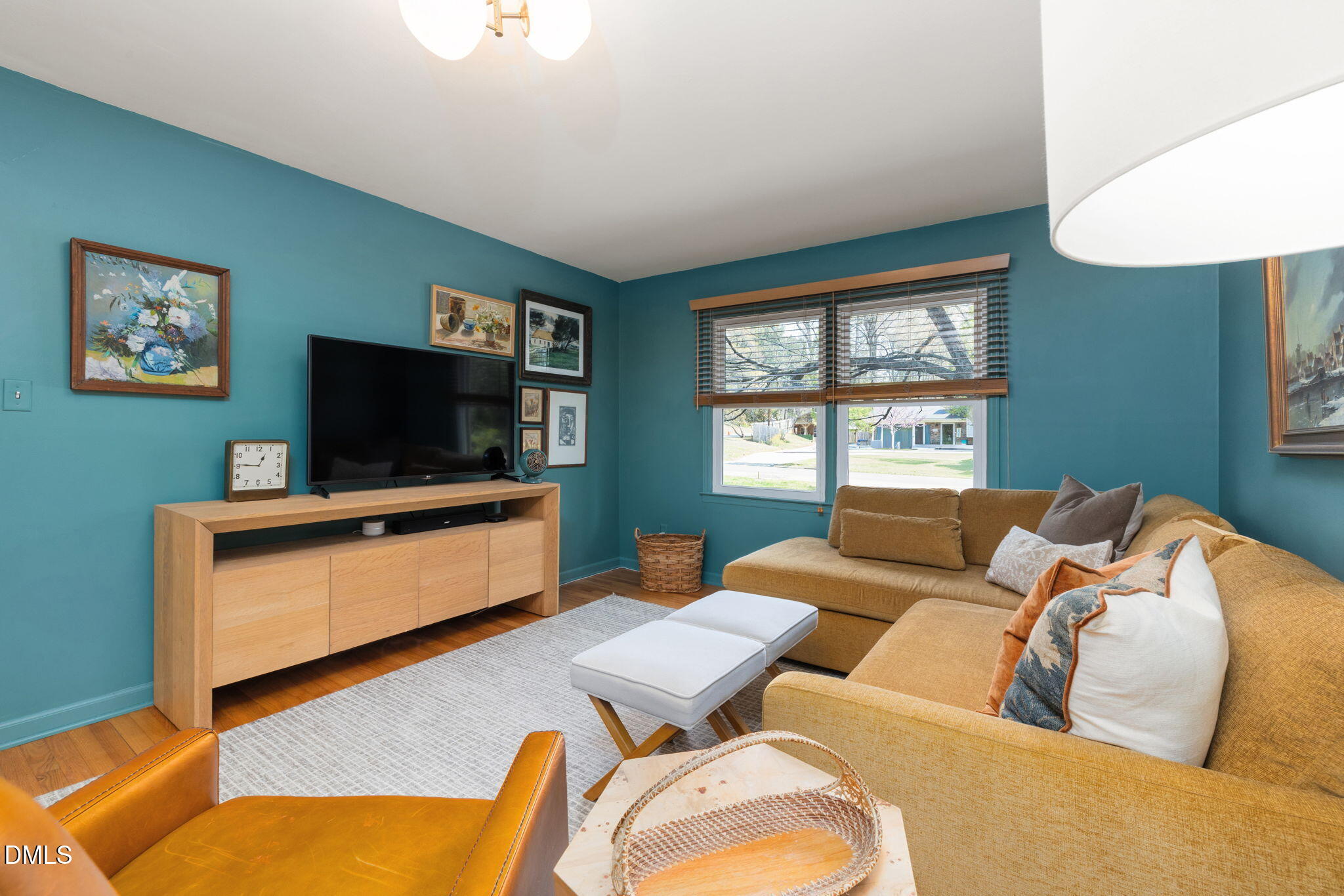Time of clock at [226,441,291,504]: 12:45
